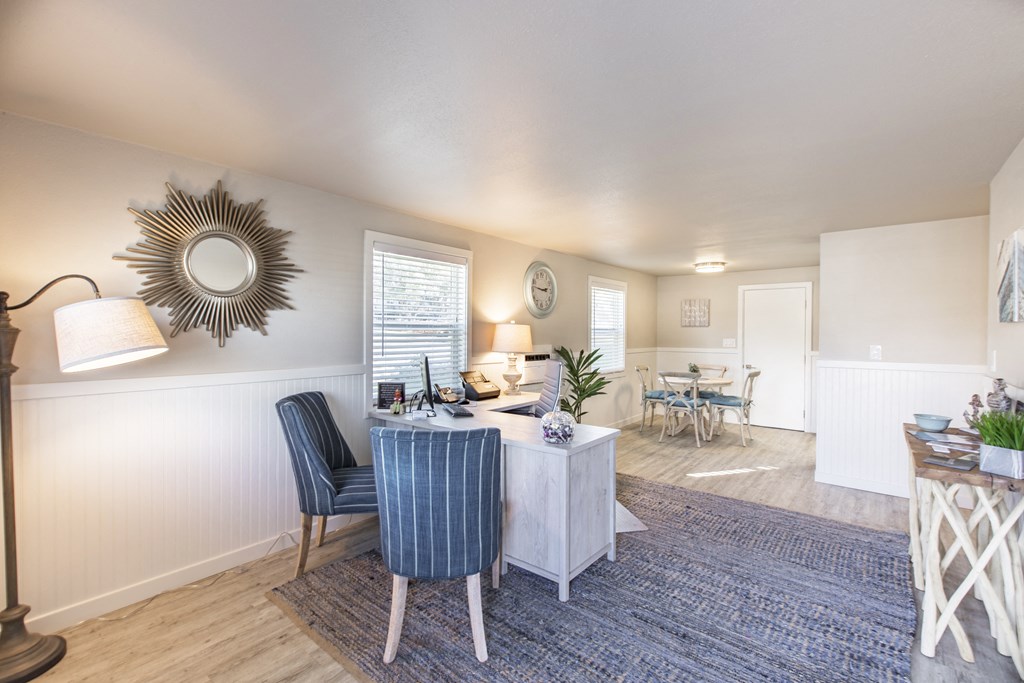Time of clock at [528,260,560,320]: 2:46
